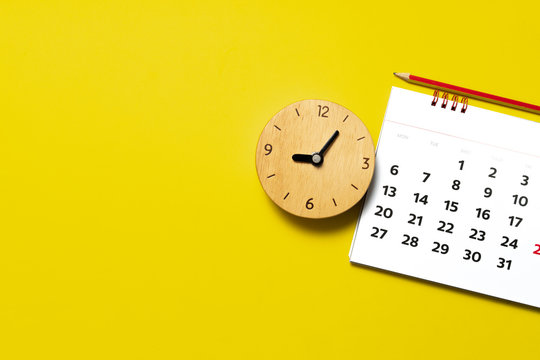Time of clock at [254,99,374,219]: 9:05
